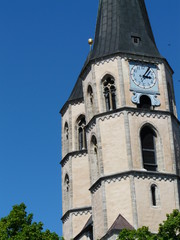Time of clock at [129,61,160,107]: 3:05
